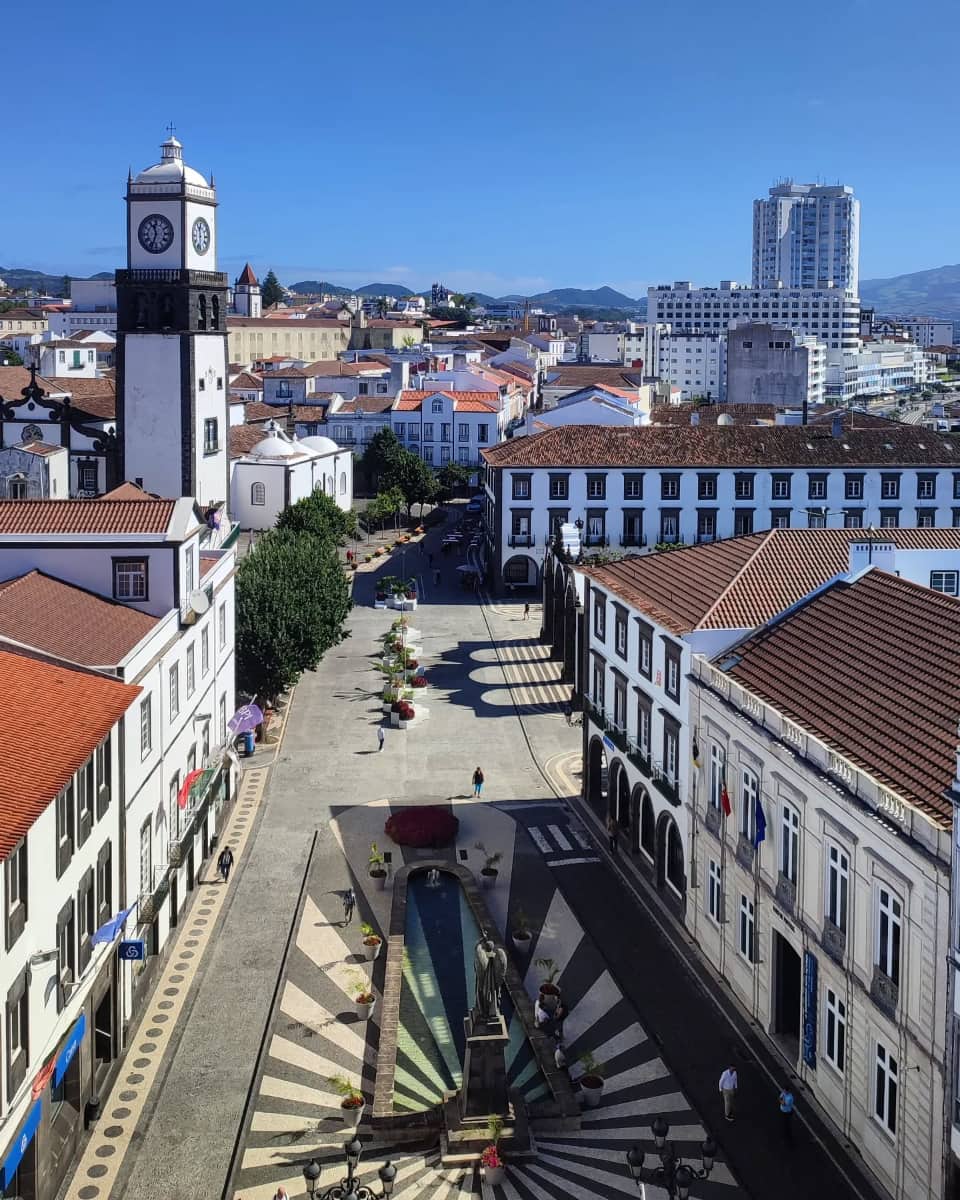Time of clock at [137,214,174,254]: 11:33
